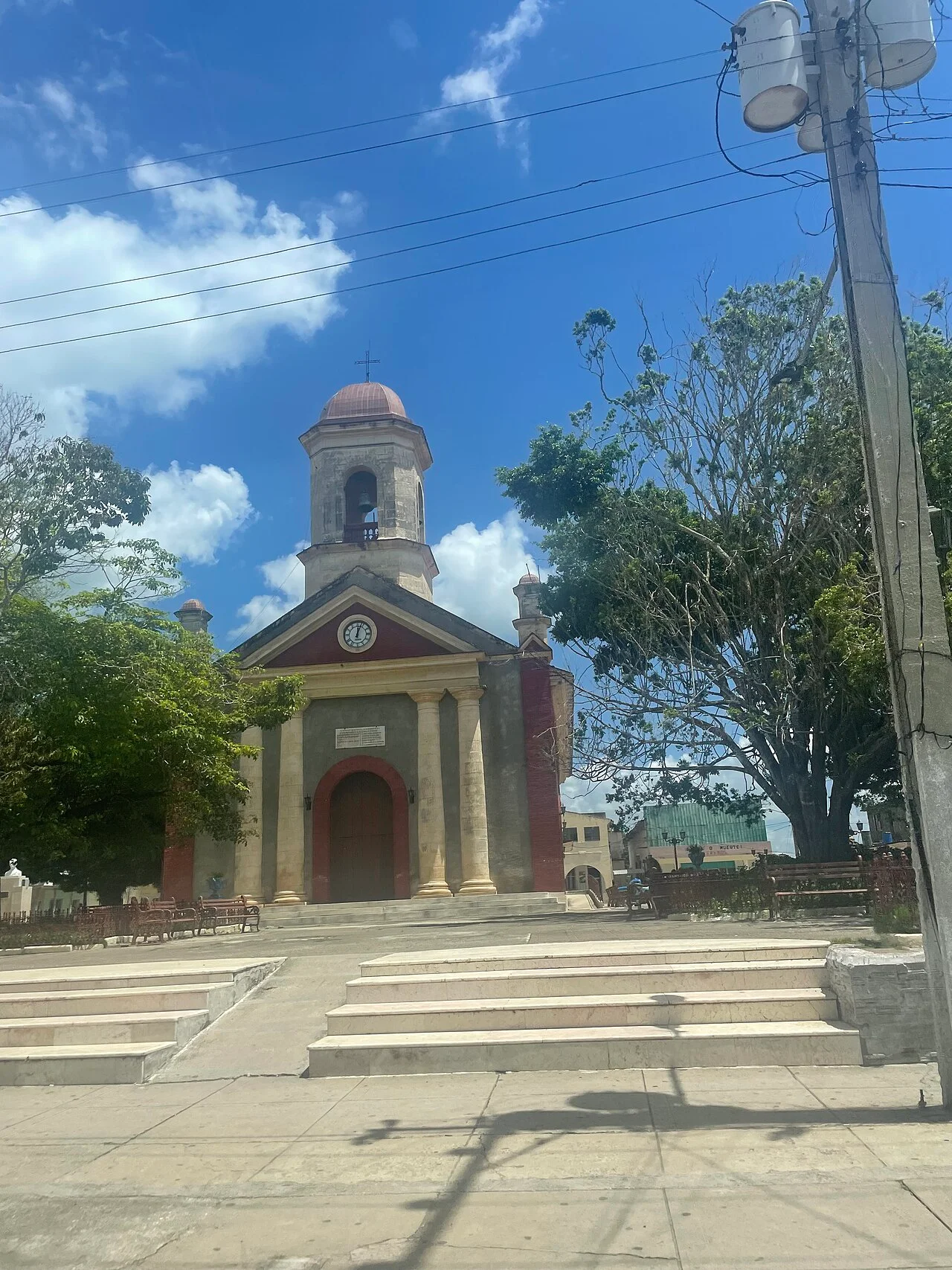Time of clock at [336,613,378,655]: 12:03
